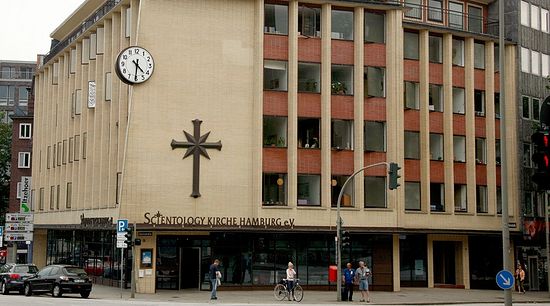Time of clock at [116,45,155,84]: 4:30
